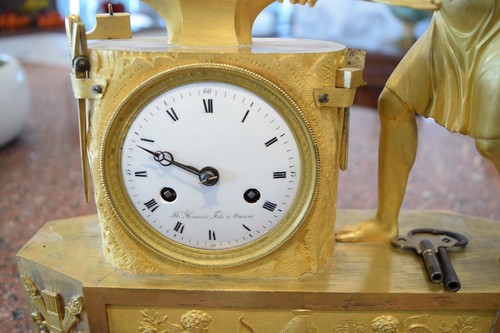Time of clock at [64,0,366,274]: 9:48
